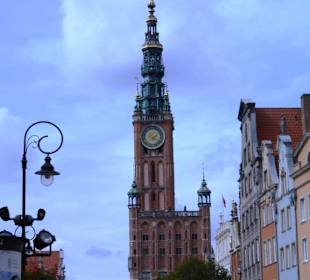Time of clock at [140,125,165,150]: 1:18
